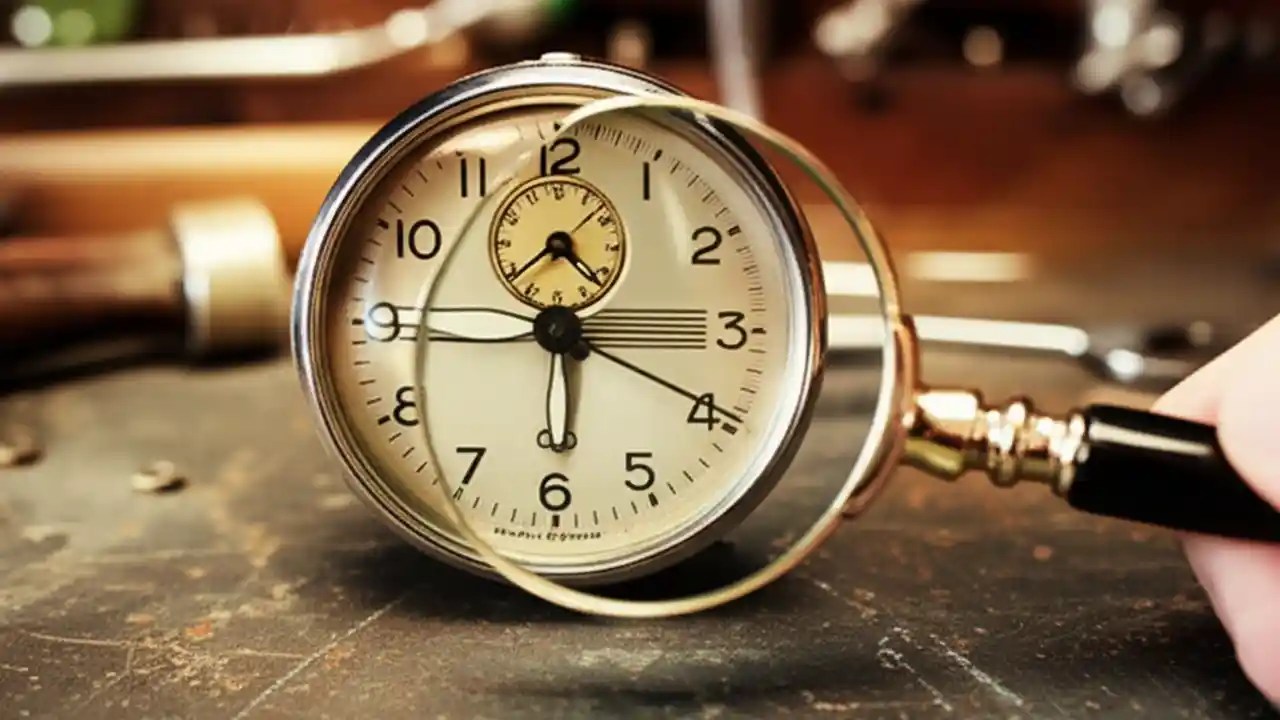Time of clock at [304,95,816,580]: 5:44
